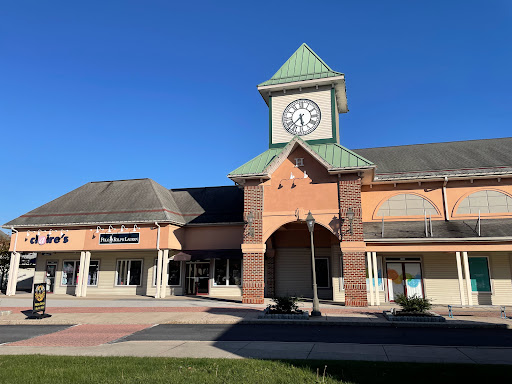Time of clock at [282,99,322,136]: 5:37
